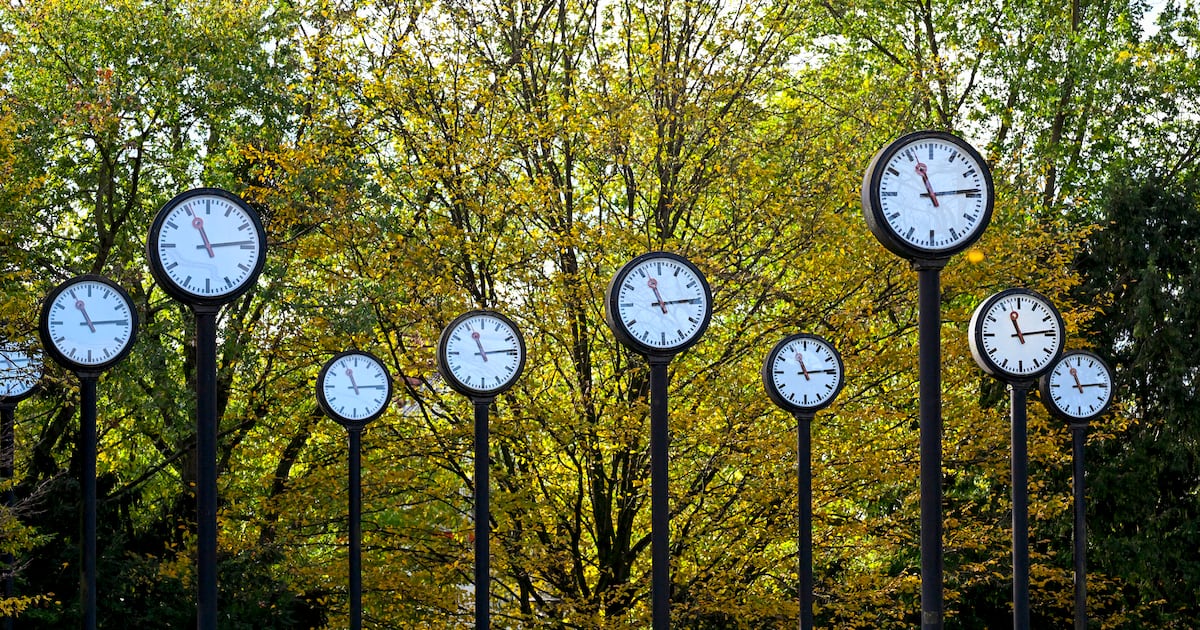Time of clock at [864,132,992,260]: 11:13
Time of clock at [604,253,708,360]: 11:14
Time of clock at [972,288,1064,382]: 11:13
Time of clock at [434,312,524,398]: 11:13
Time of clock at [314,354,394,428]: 11:14
